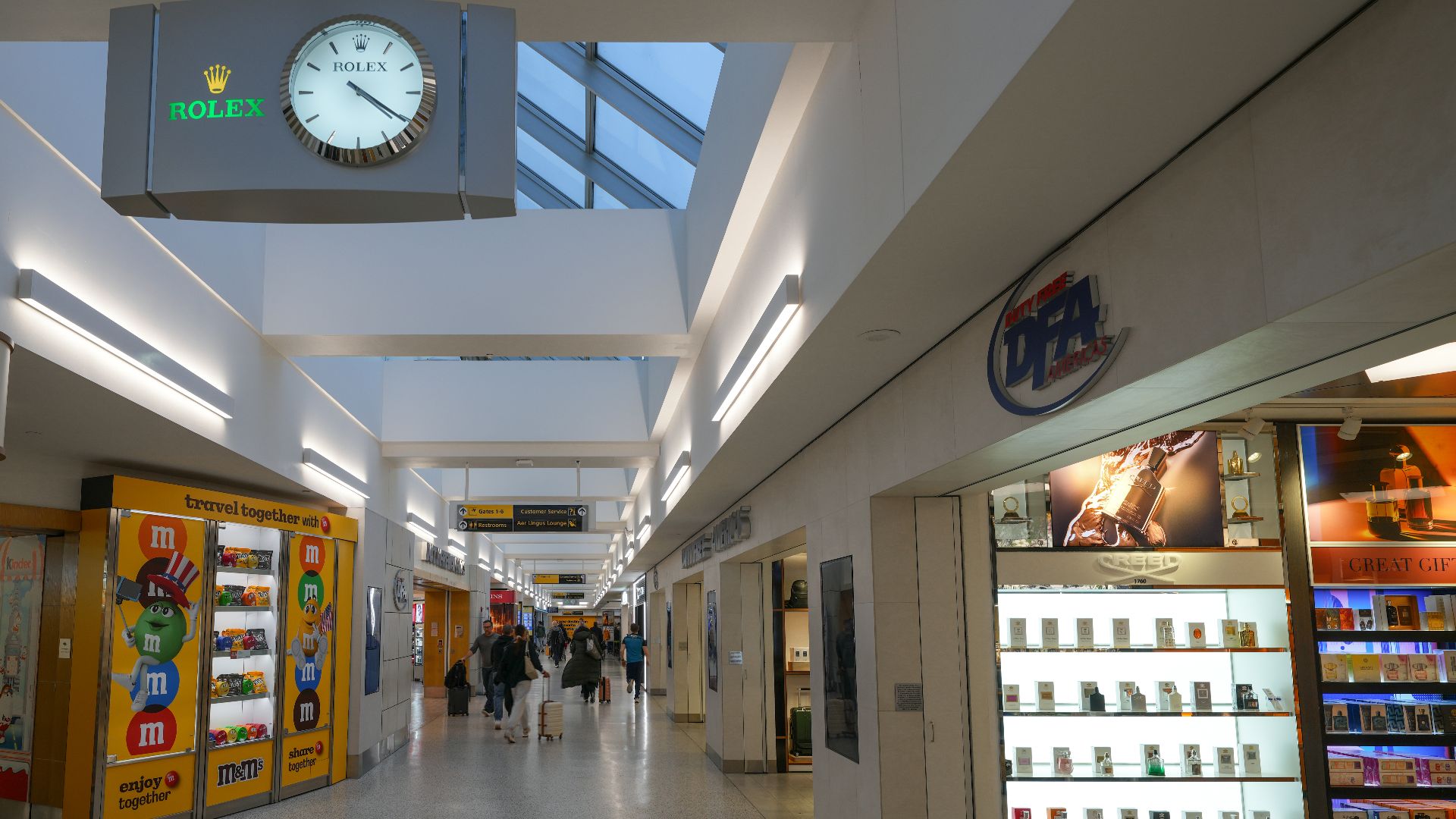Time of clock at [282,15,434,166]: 4:20
